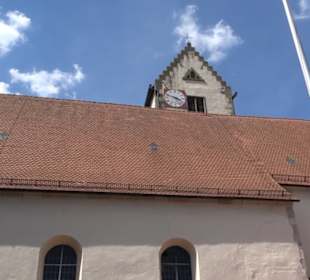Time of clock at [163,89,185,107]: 3:47
